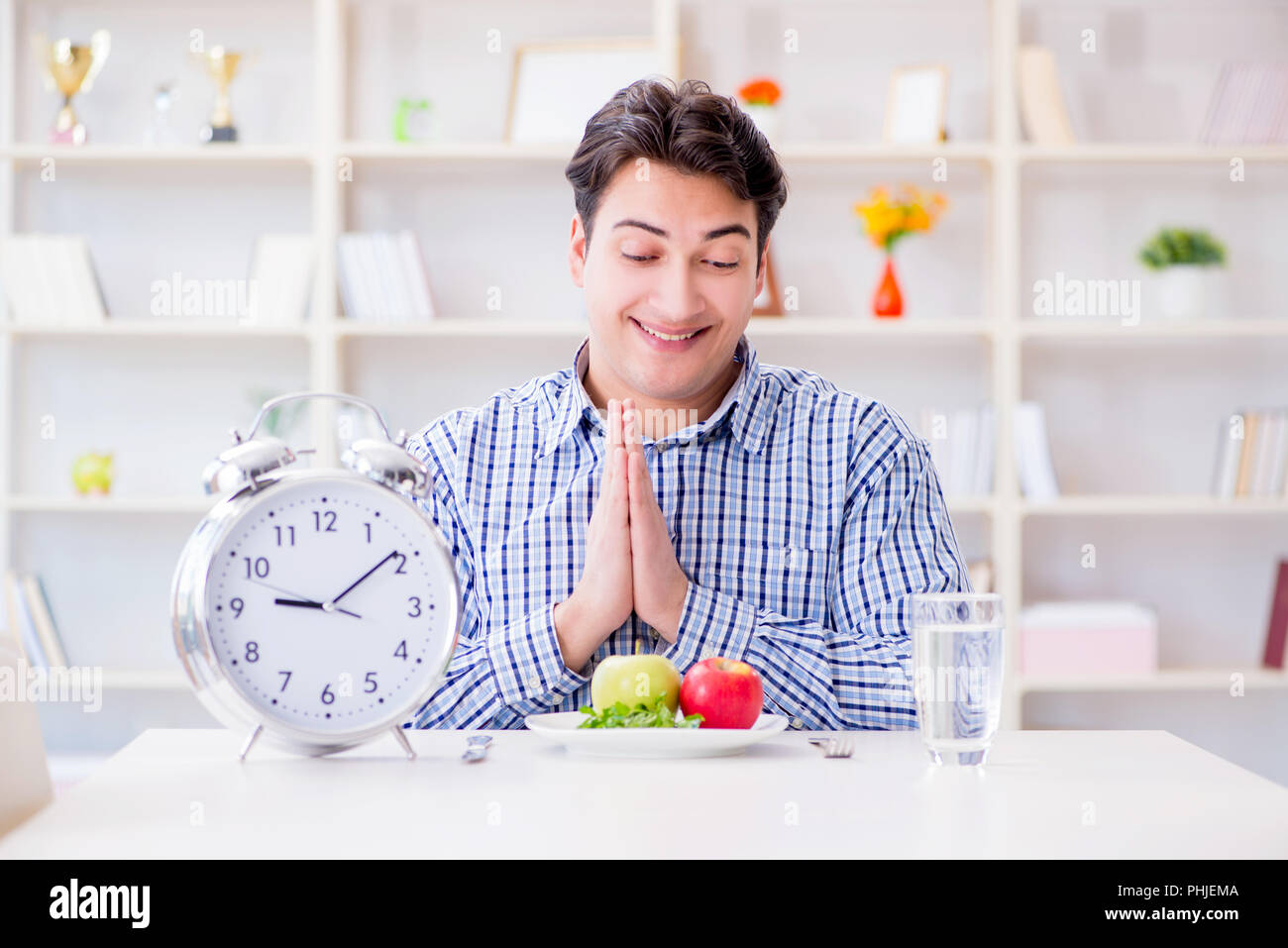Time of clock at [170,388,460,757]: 9:09
